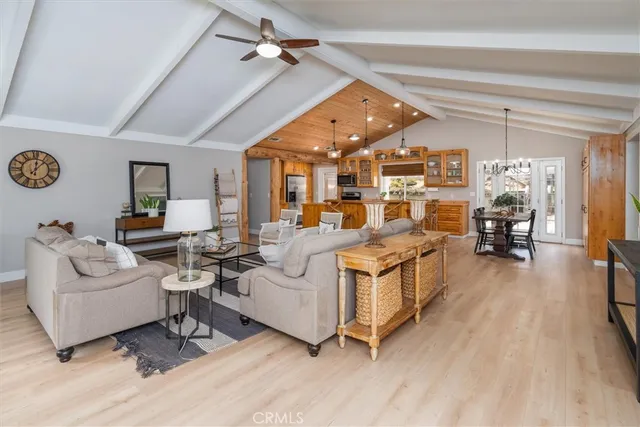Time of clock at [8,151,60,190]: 12:07
